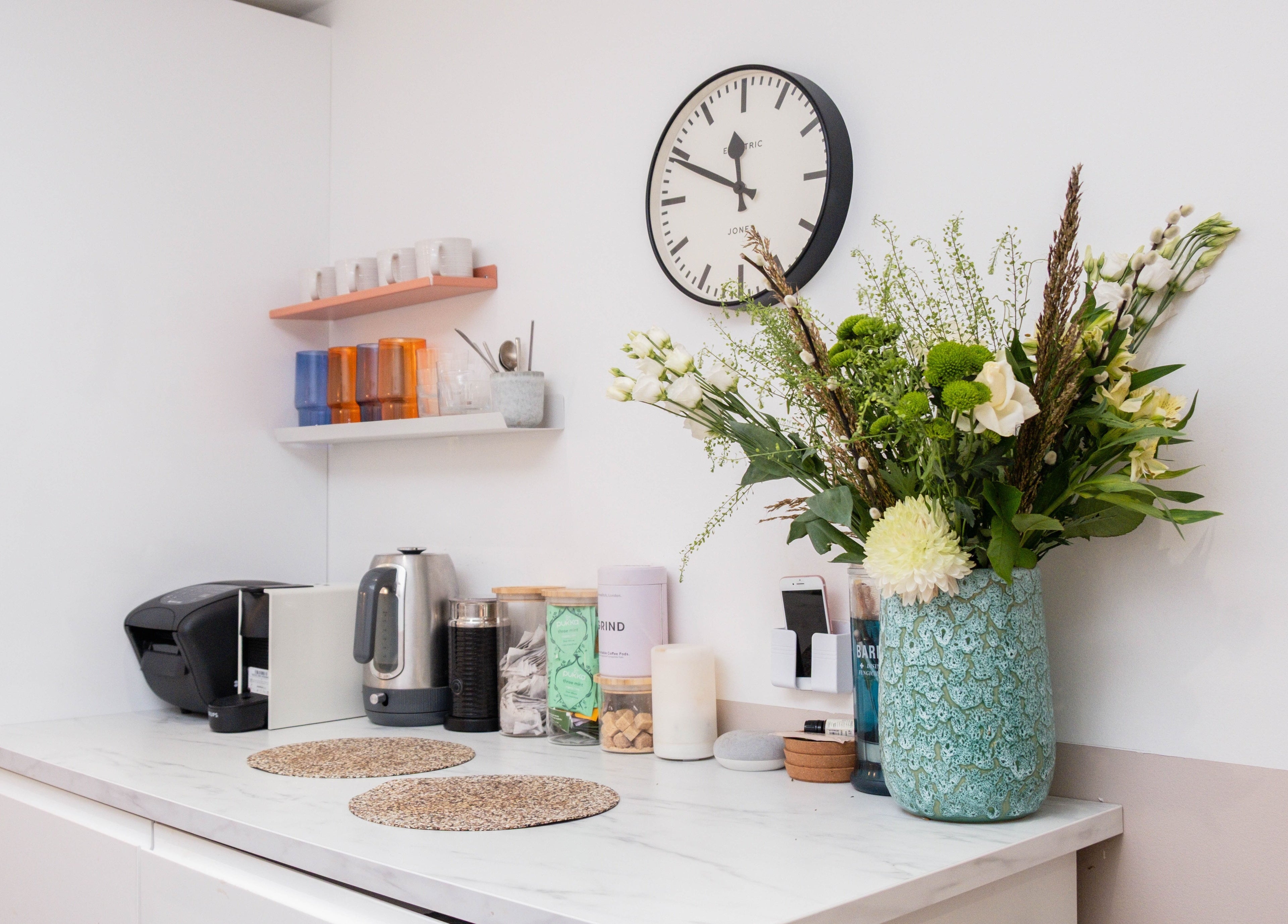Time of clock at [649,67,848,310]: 11:49
